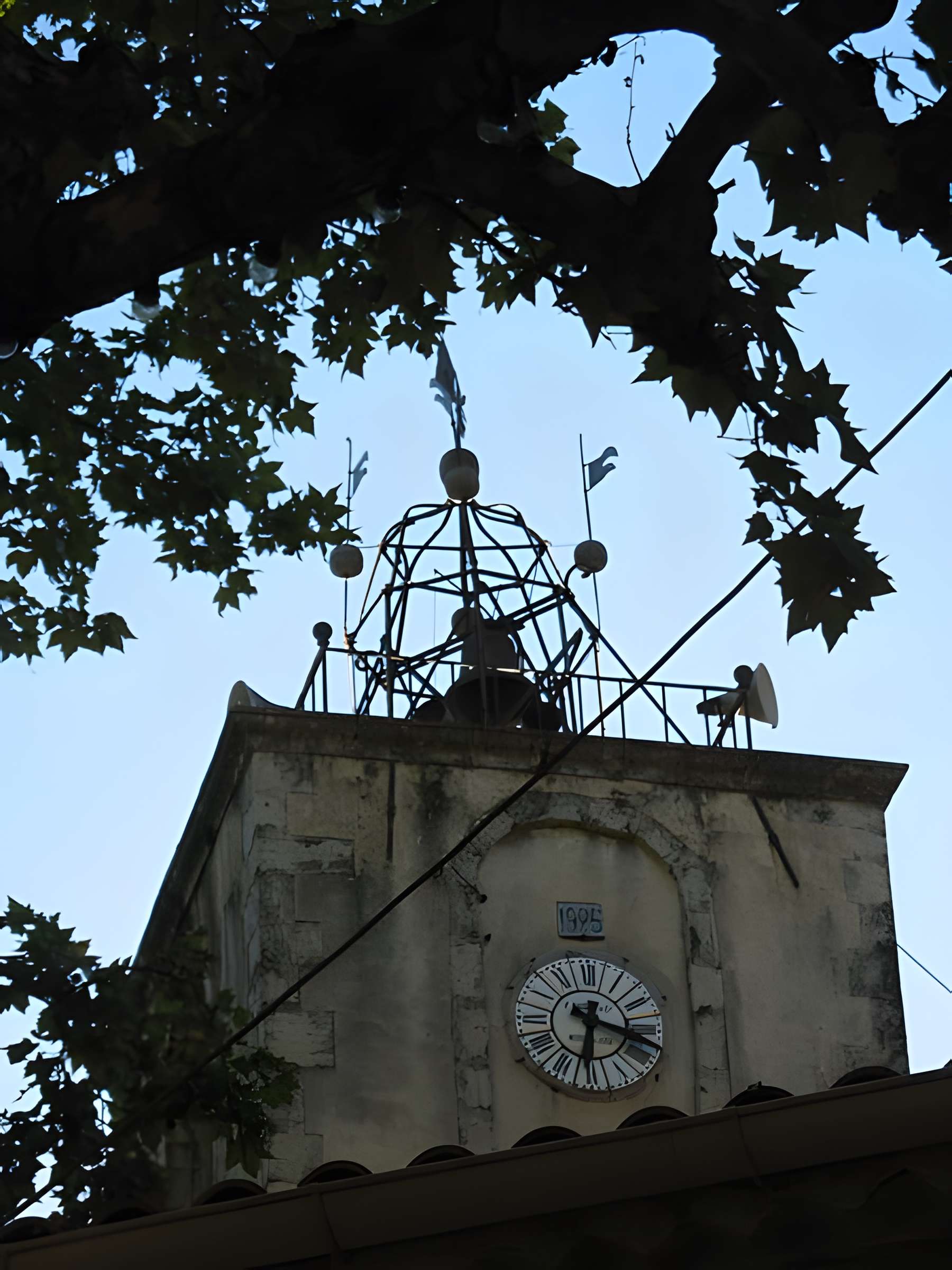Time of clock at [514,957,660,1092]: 6:17
